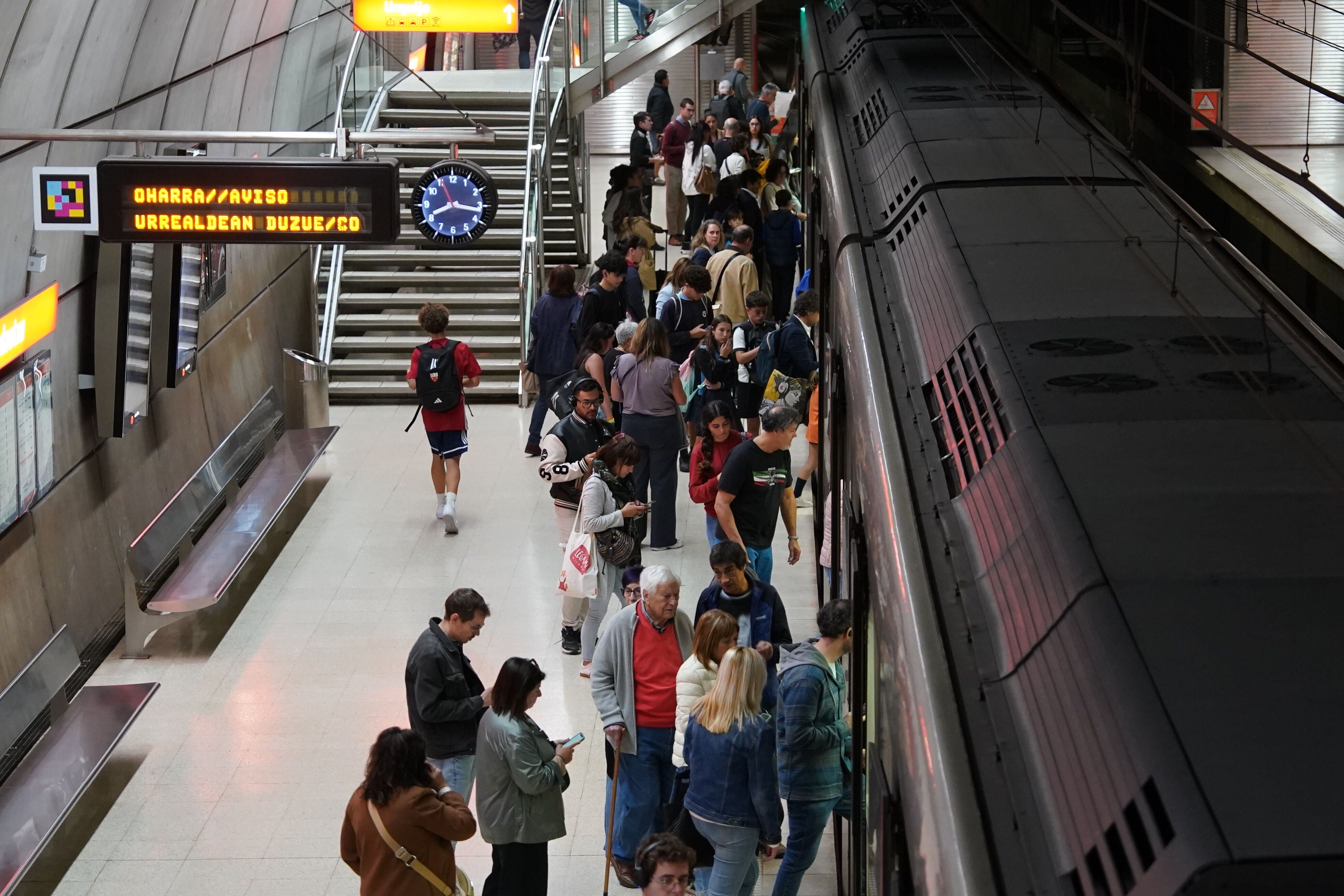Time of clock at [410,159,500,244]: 8:16
